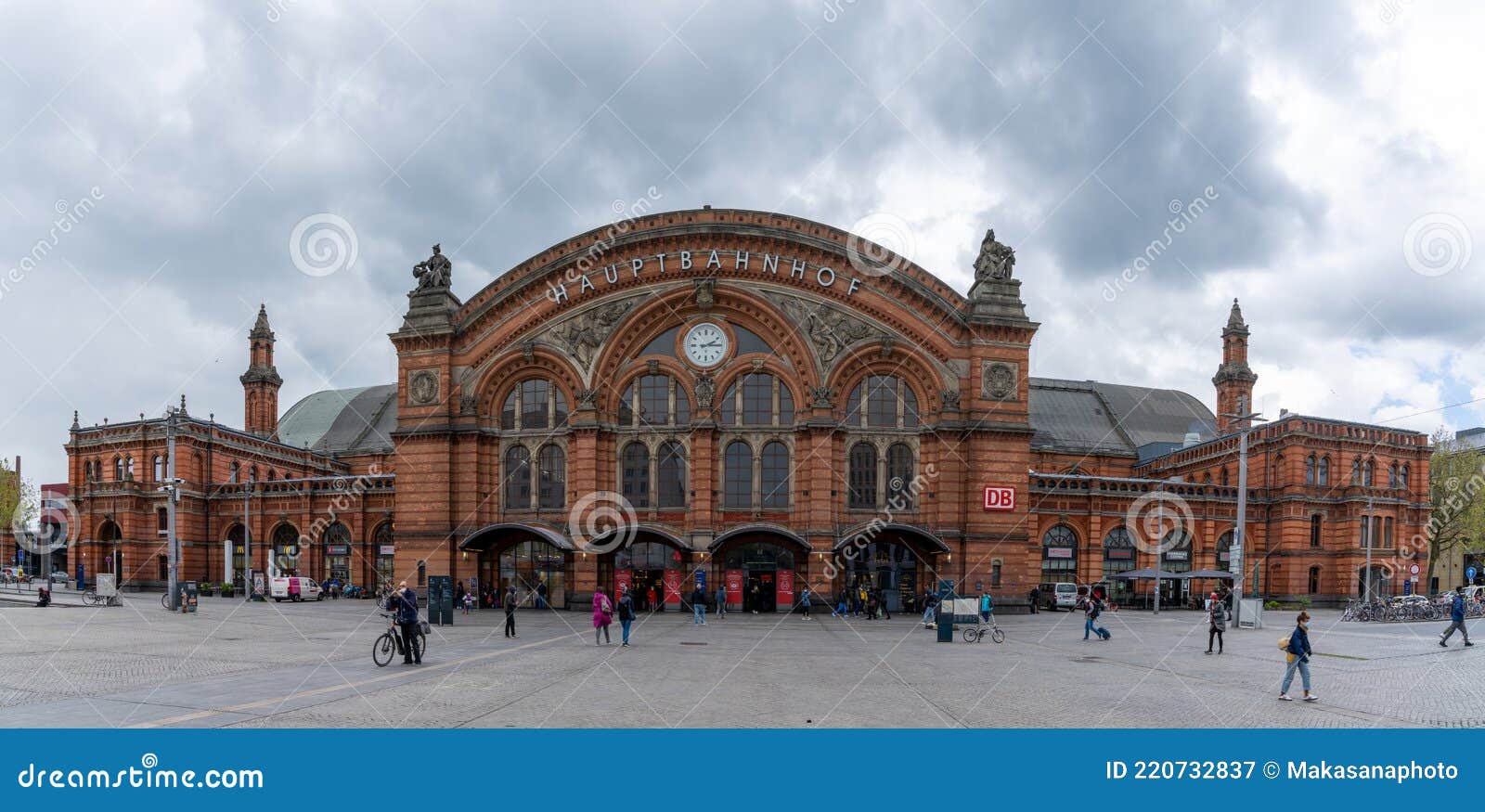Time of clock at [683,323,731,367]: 2:15
